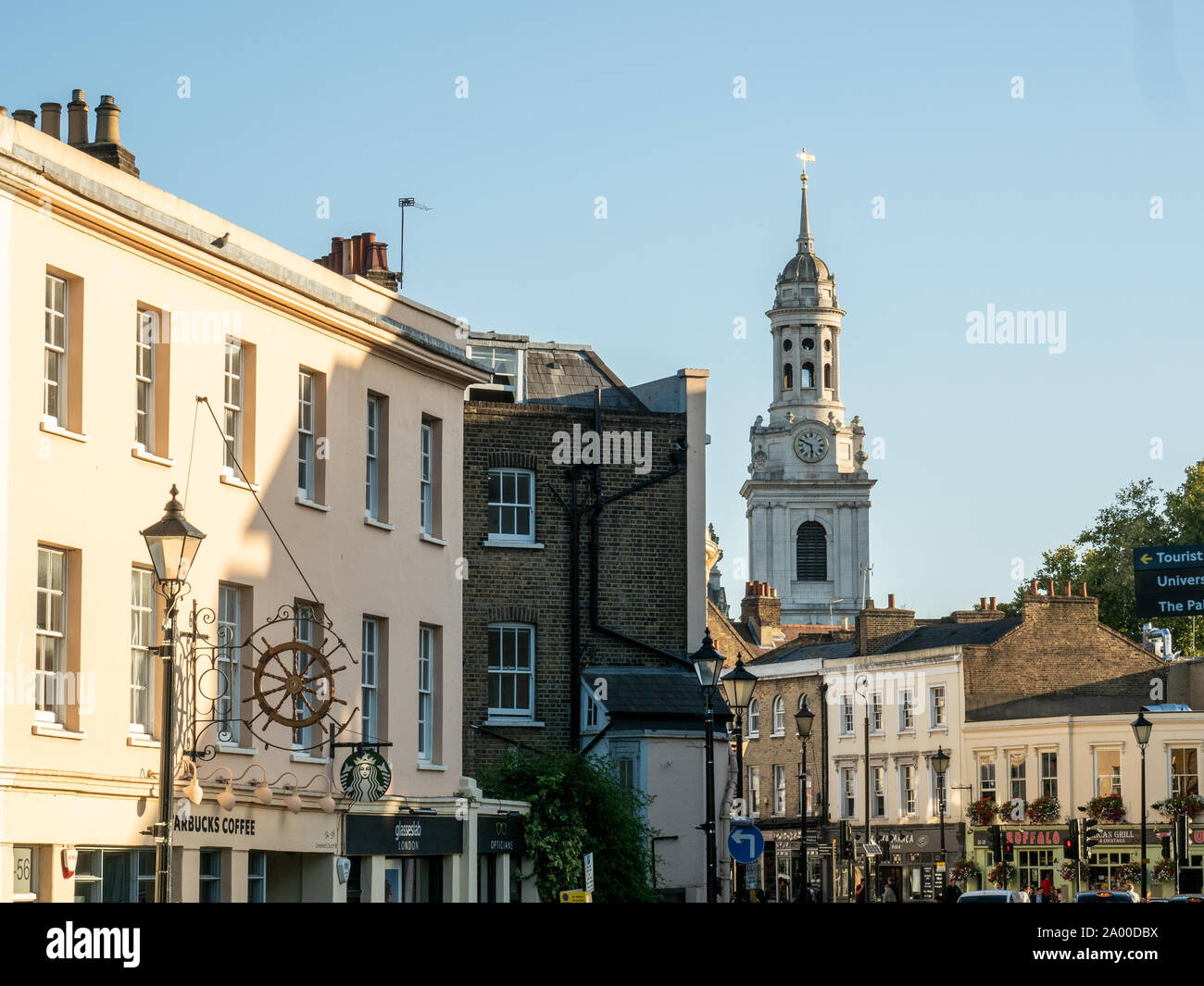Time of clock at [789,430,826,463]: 5:48
